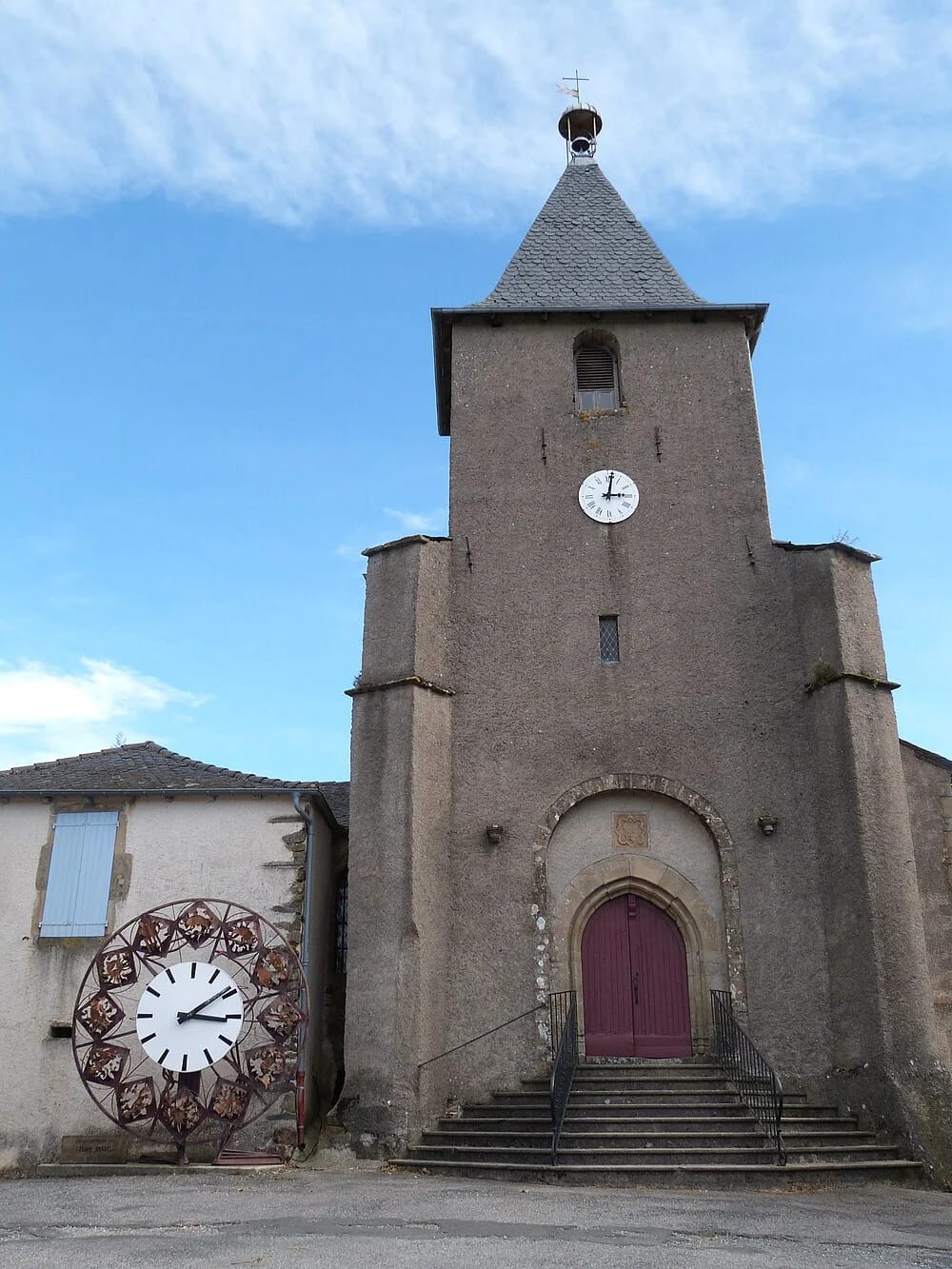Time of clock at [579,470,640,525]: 3:01
